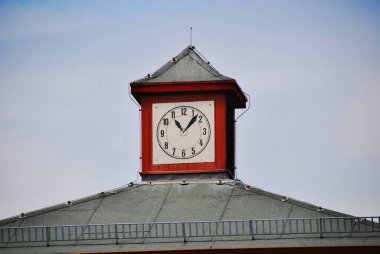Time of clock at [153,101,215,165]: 11:07
